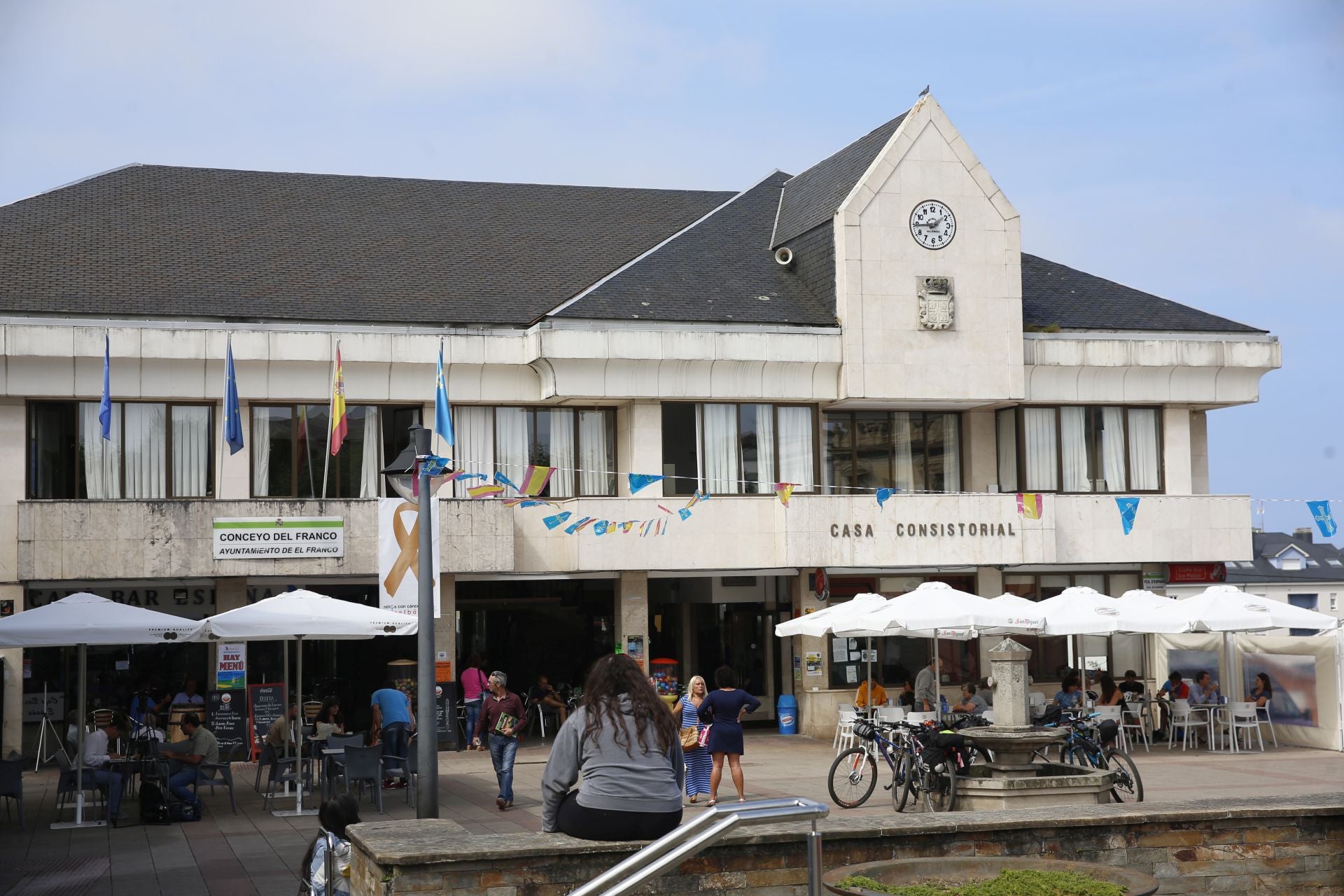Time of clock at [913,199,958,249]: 1:44
